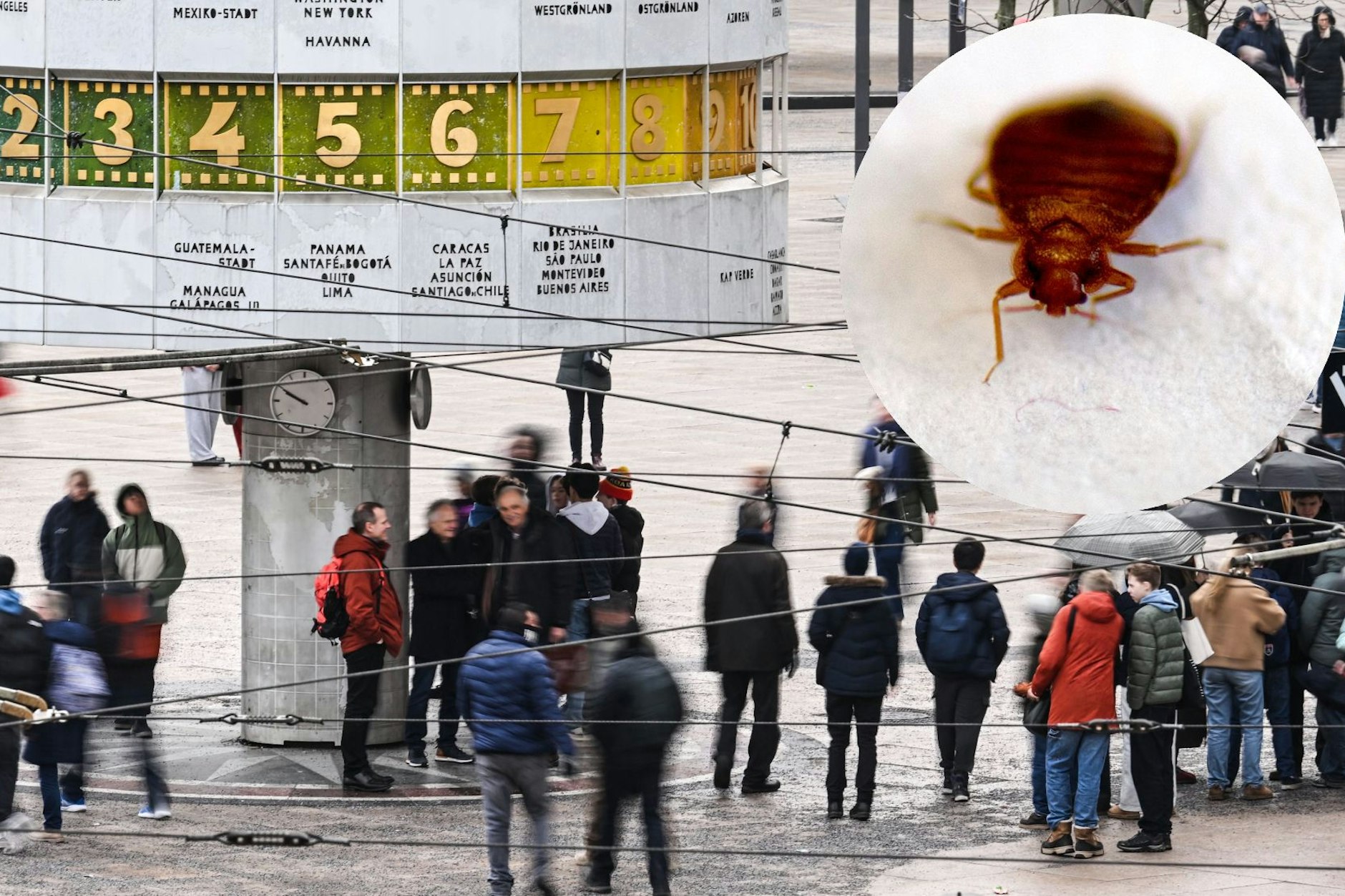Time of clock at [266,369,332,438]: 9:50
